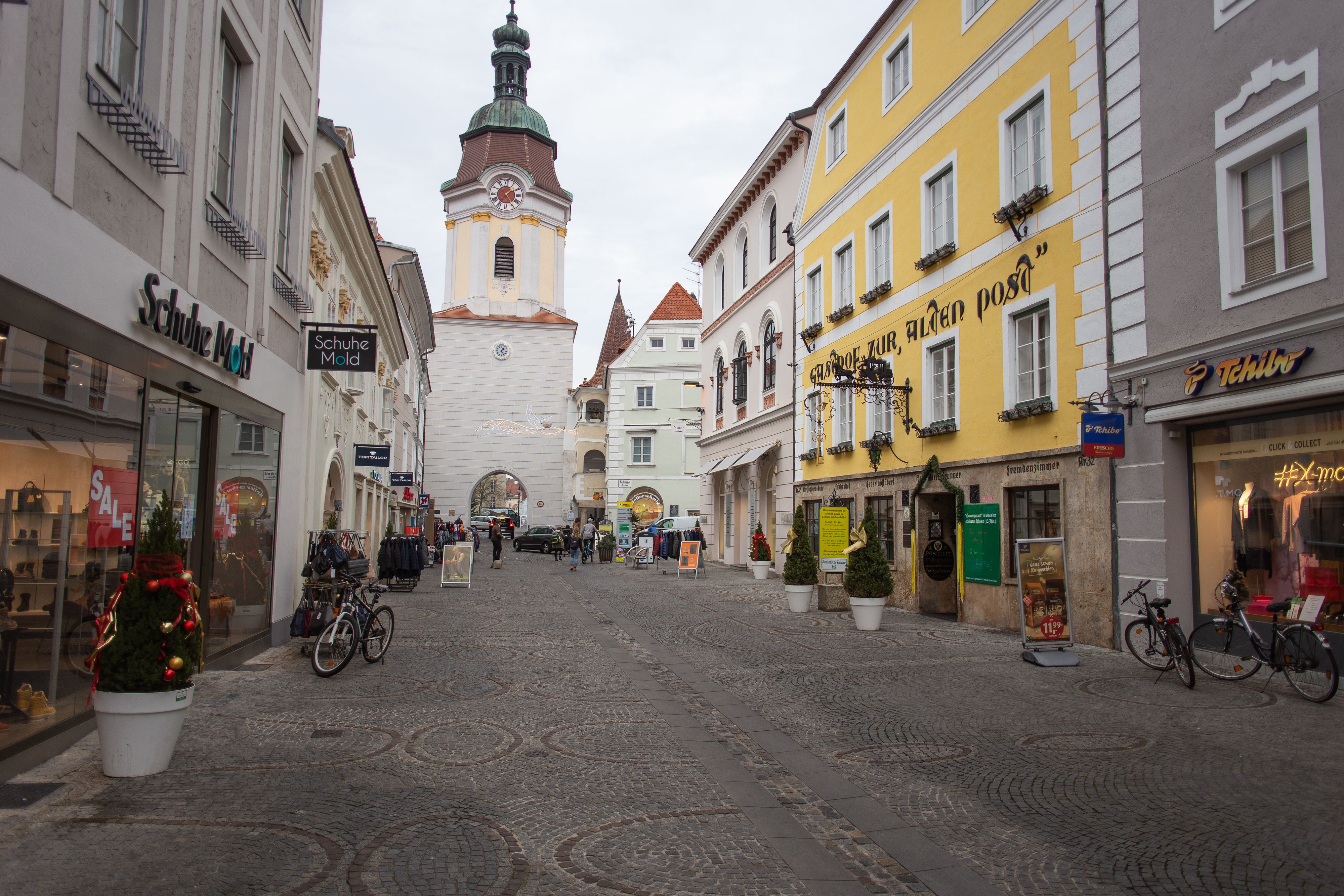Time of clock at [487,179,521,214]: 1:24
